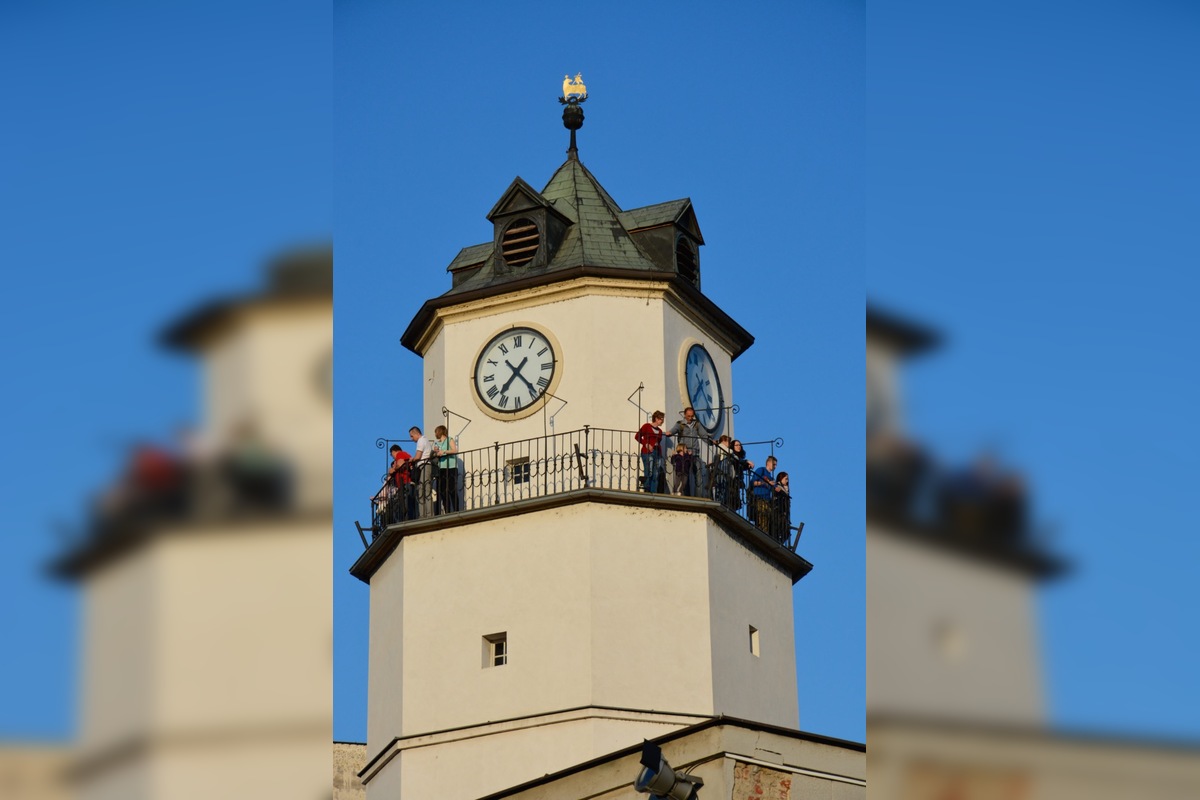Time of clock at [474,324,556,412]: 7:23
